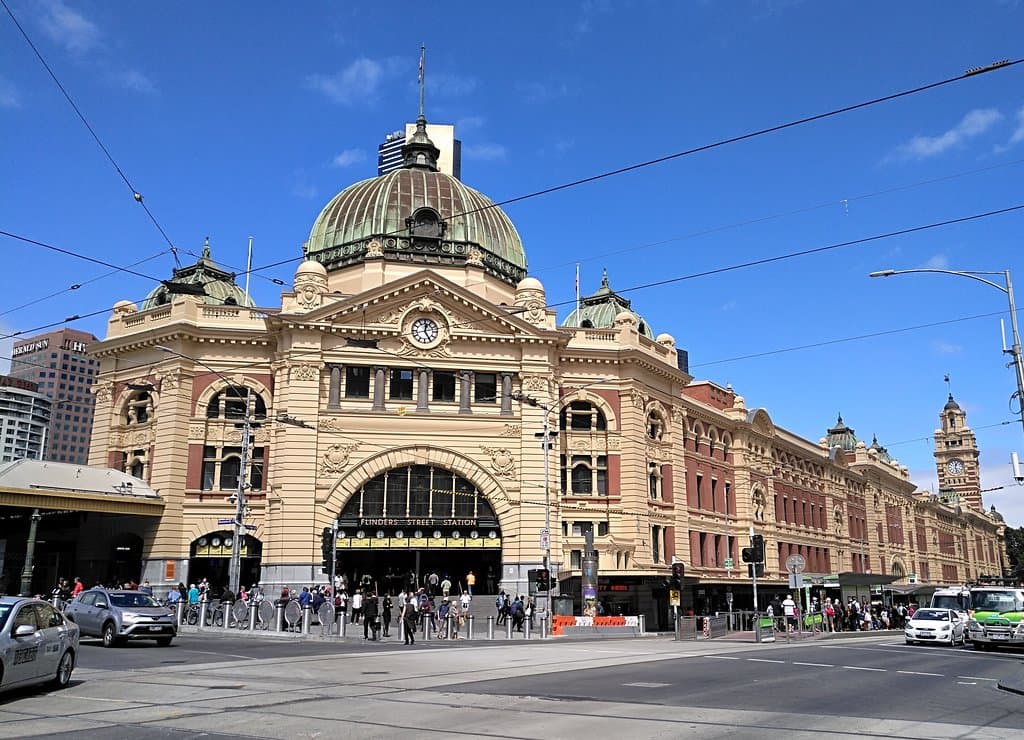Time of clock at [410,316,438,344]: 12:24
